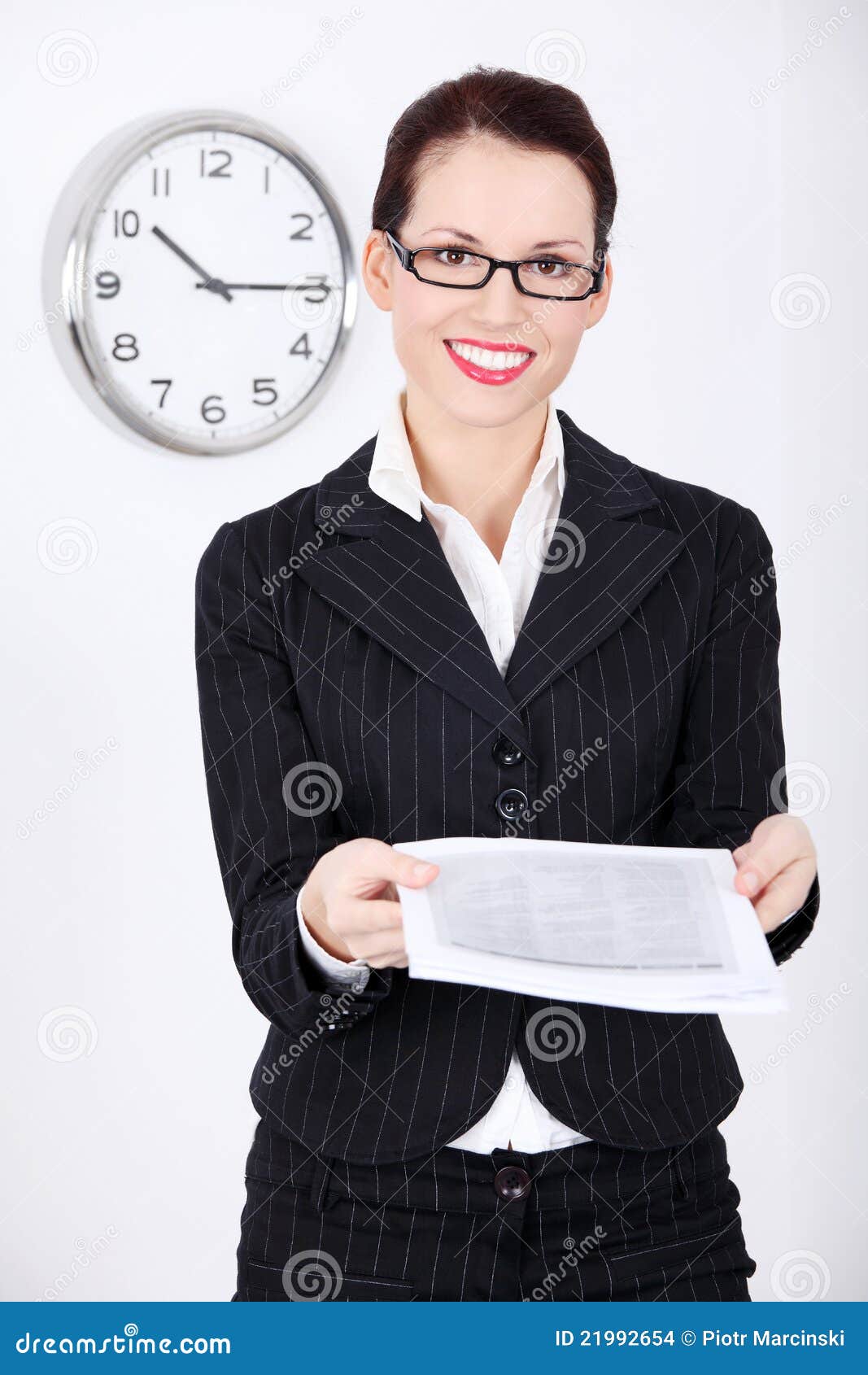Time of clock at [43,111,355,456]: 10:14
